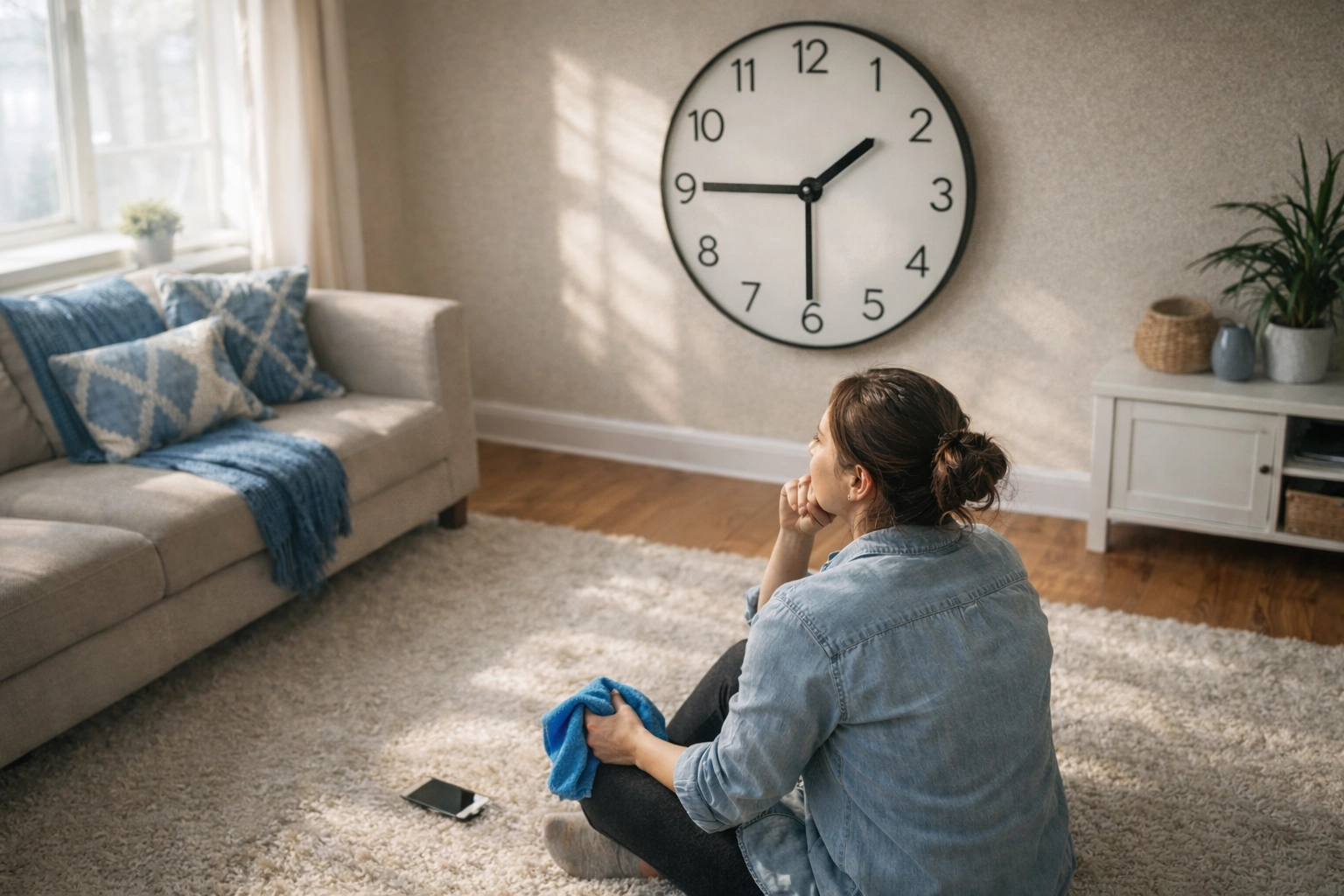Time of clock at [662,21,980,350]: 1:45
